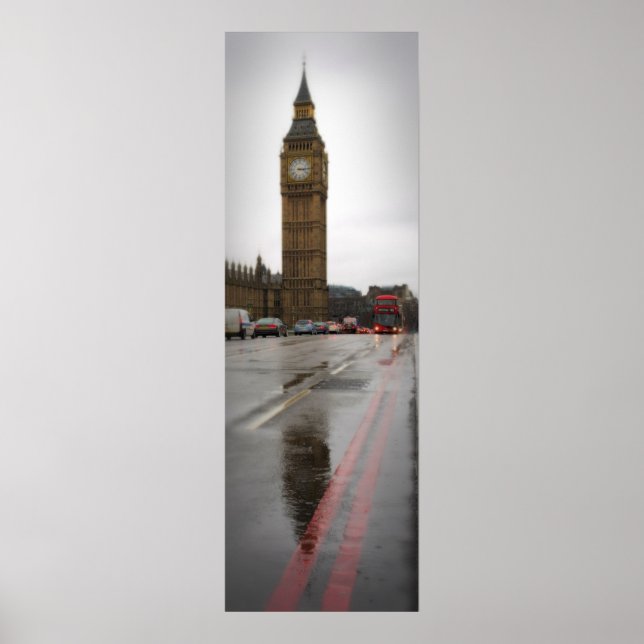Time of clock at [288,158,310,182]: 3:14
